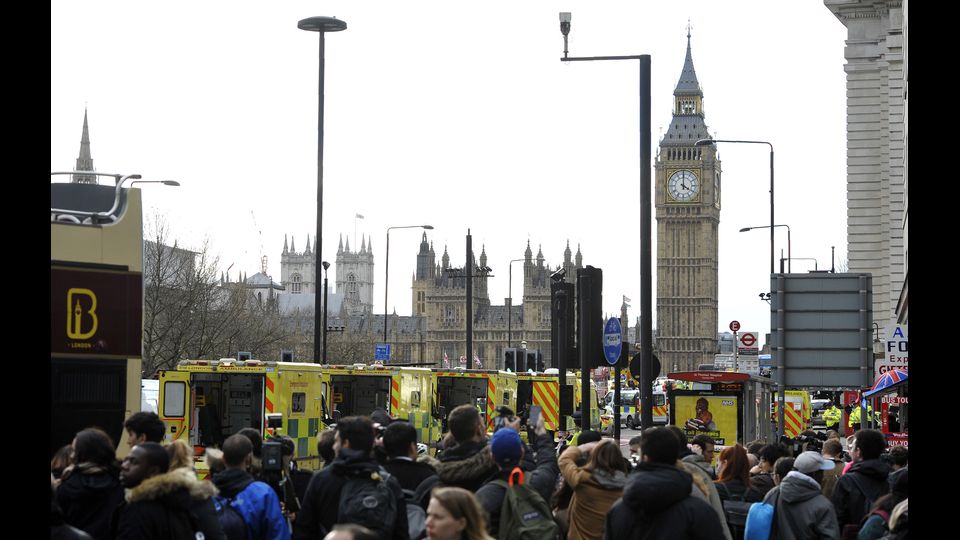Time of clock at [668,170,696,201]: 4:00
